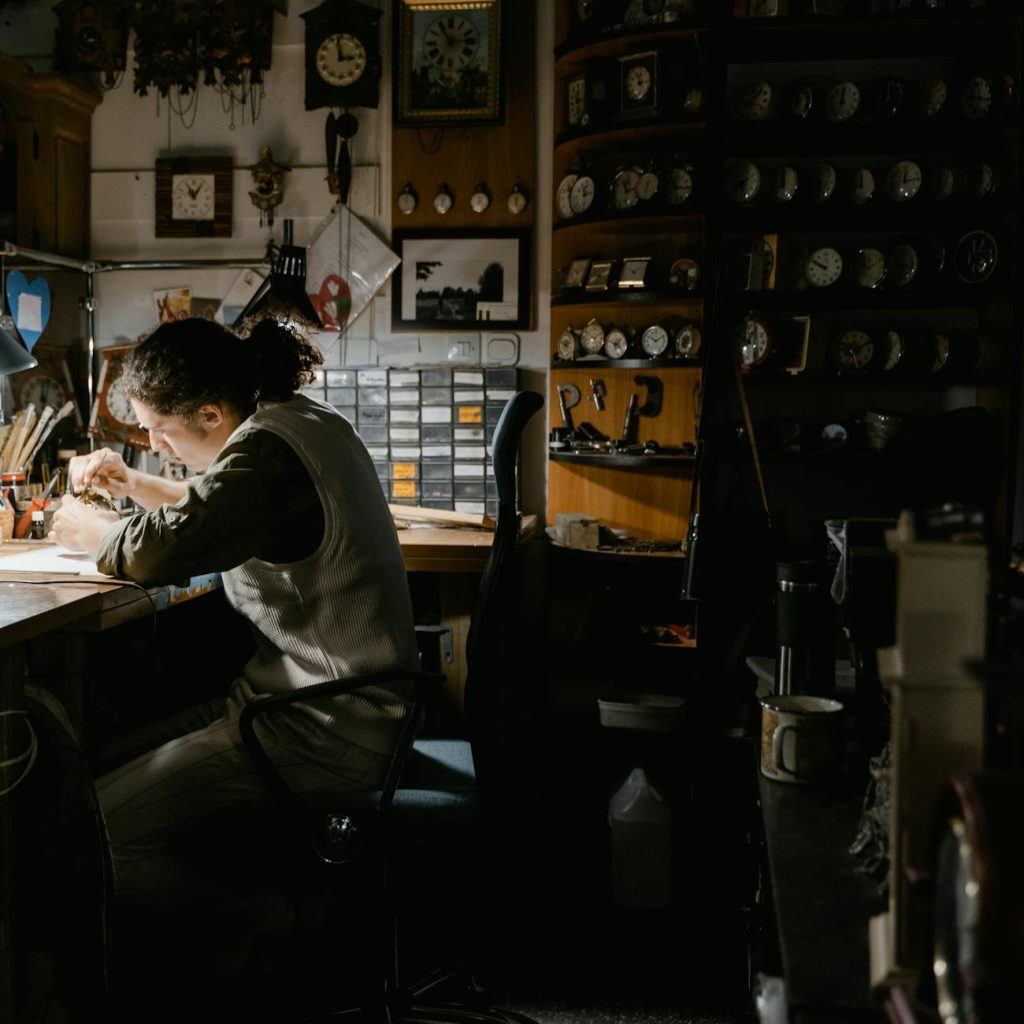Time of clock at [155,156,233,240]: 11:05
